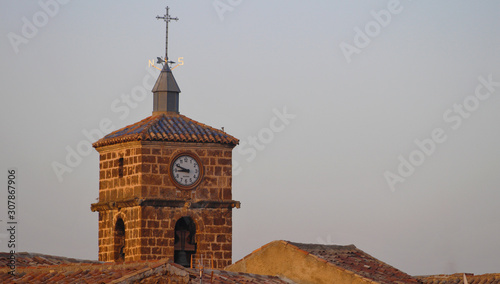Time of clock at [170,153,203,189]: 8:48
